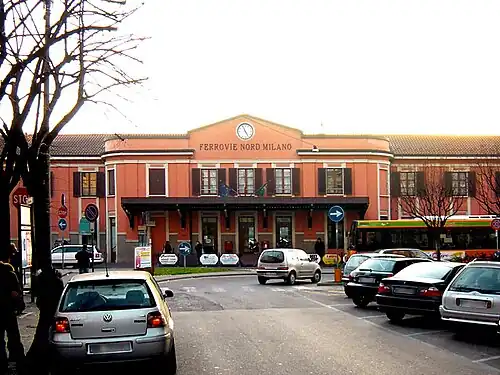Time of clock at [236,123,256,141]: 4:56
